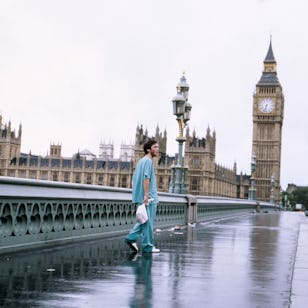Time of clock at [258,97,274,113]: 6:32
